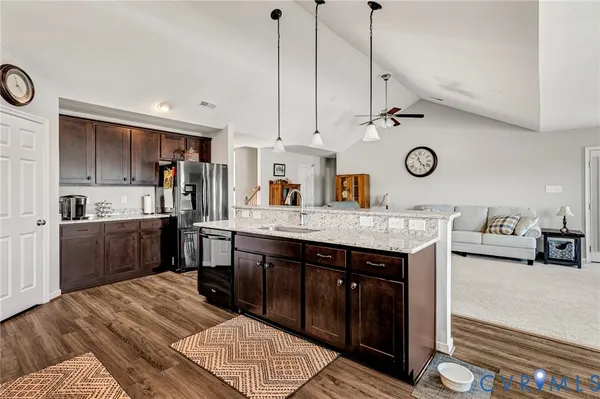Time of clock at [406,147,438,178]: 11:22
